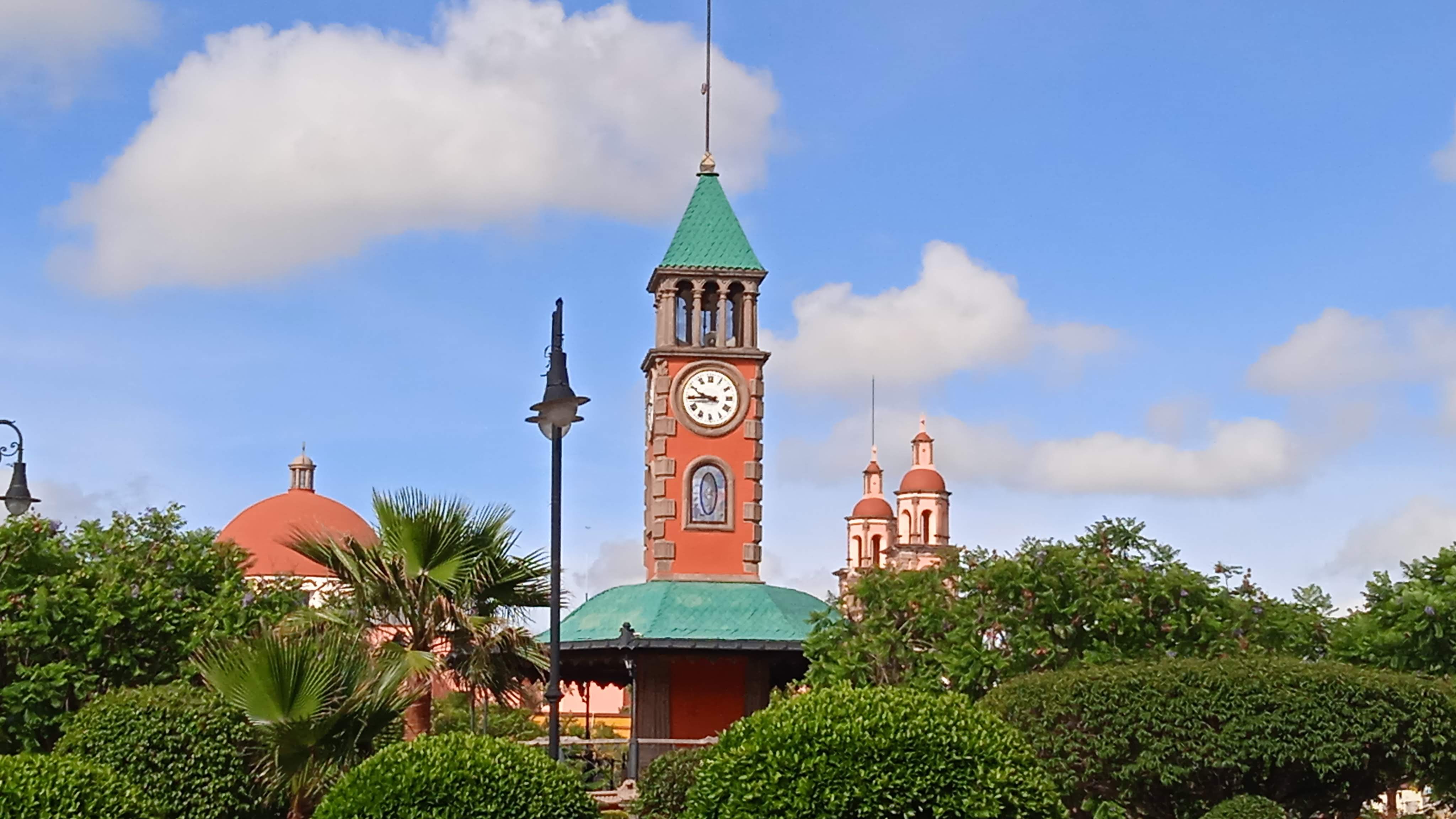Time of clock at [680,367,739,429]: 9:44
